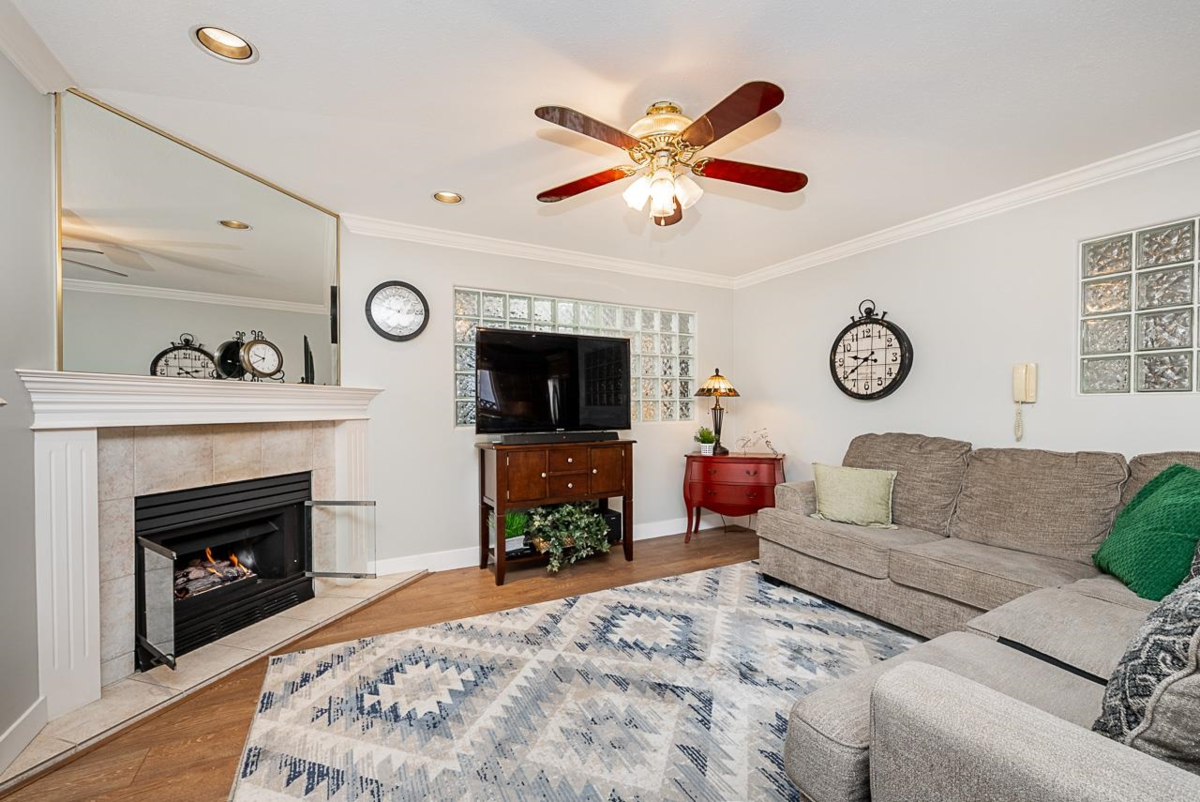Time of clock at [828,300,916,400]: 9:39
